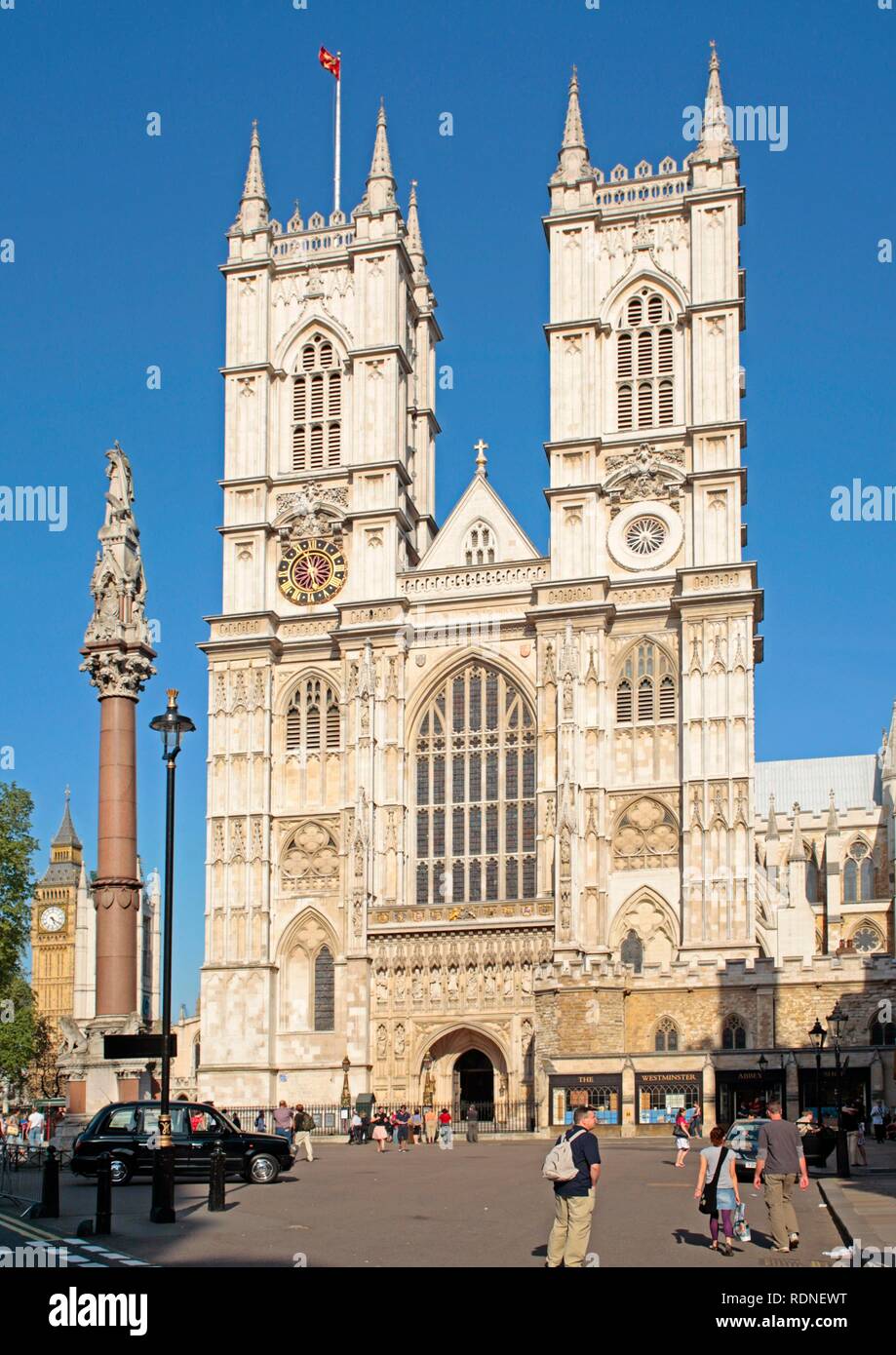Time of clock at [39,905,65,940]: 5:20
